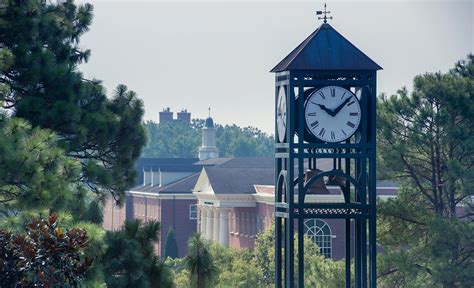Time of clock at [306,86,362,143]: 10:07
